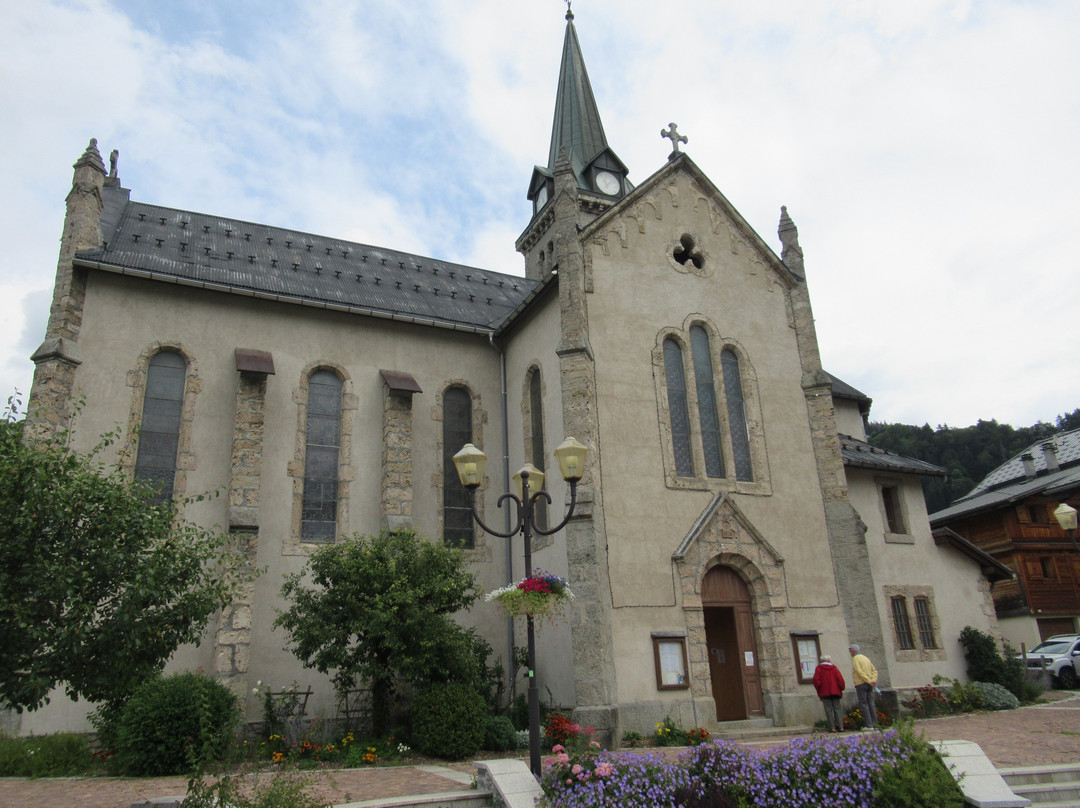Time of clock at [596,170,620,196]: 11:07
